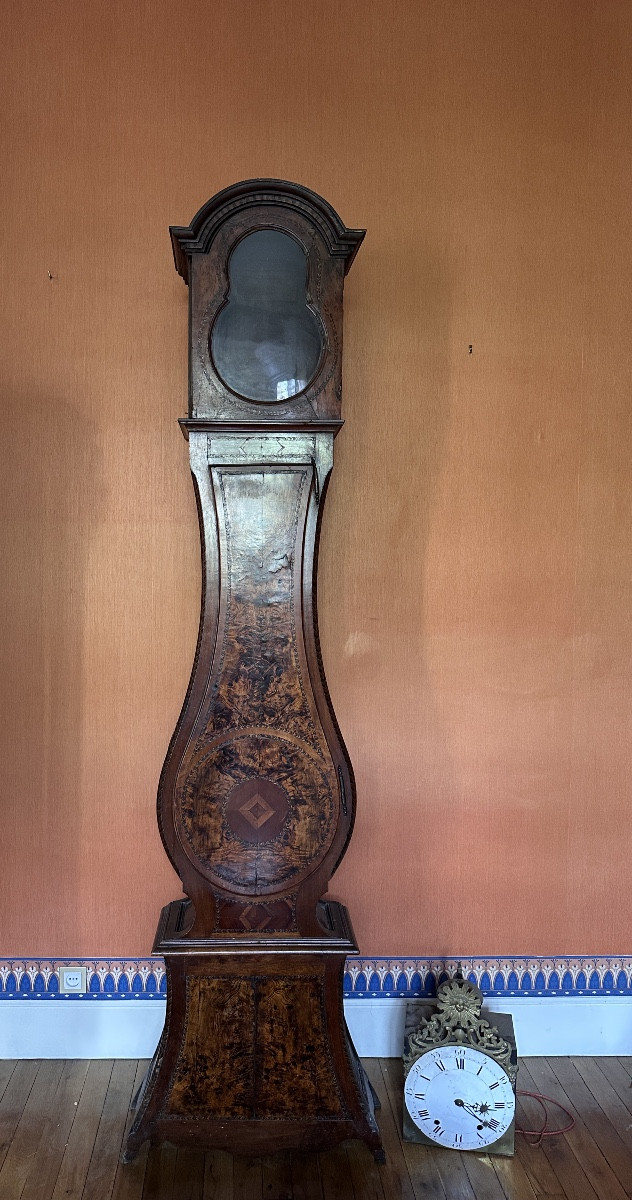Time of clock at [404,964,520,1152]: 4:14
